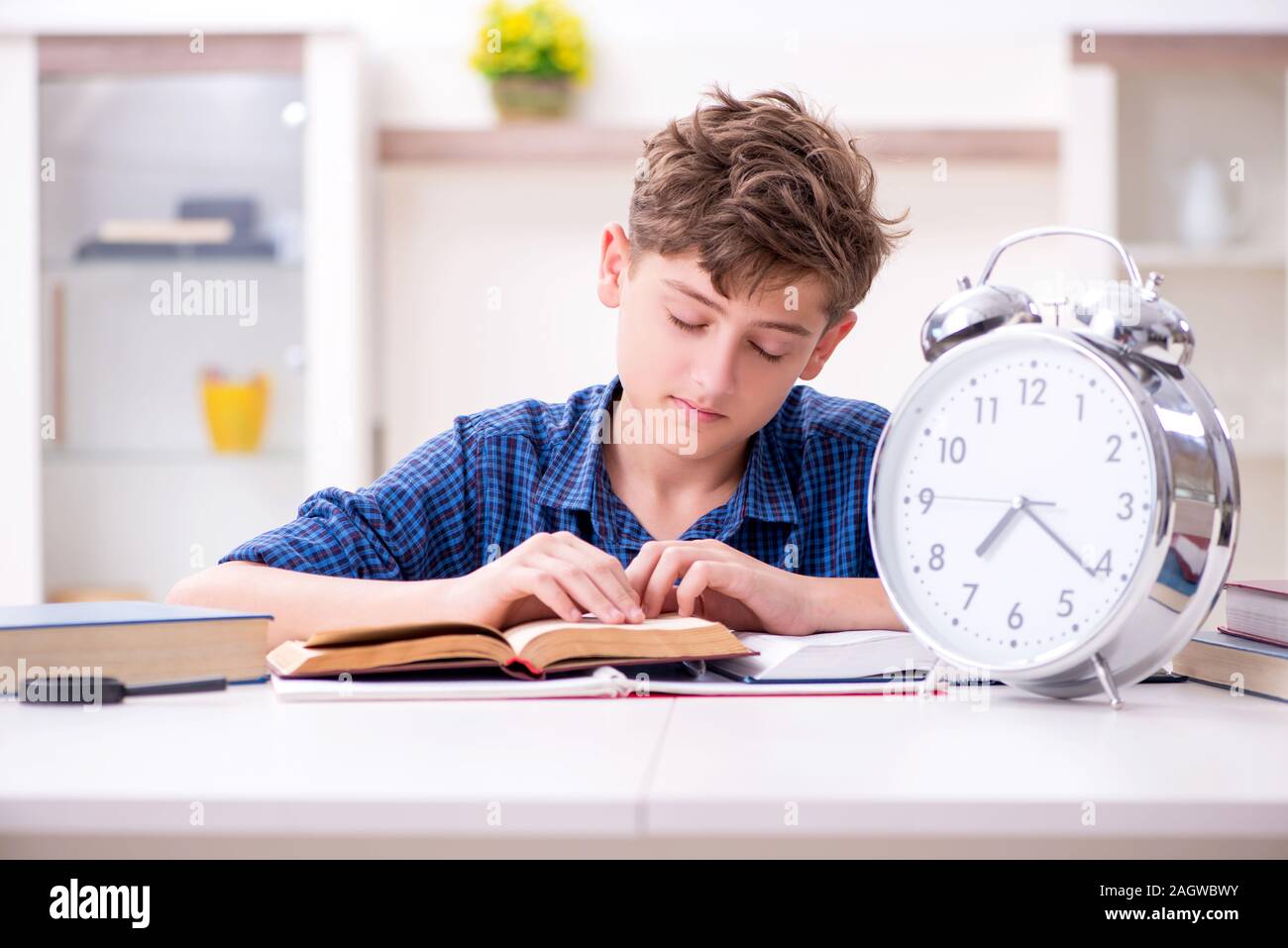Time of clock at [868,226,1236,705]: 7:21
